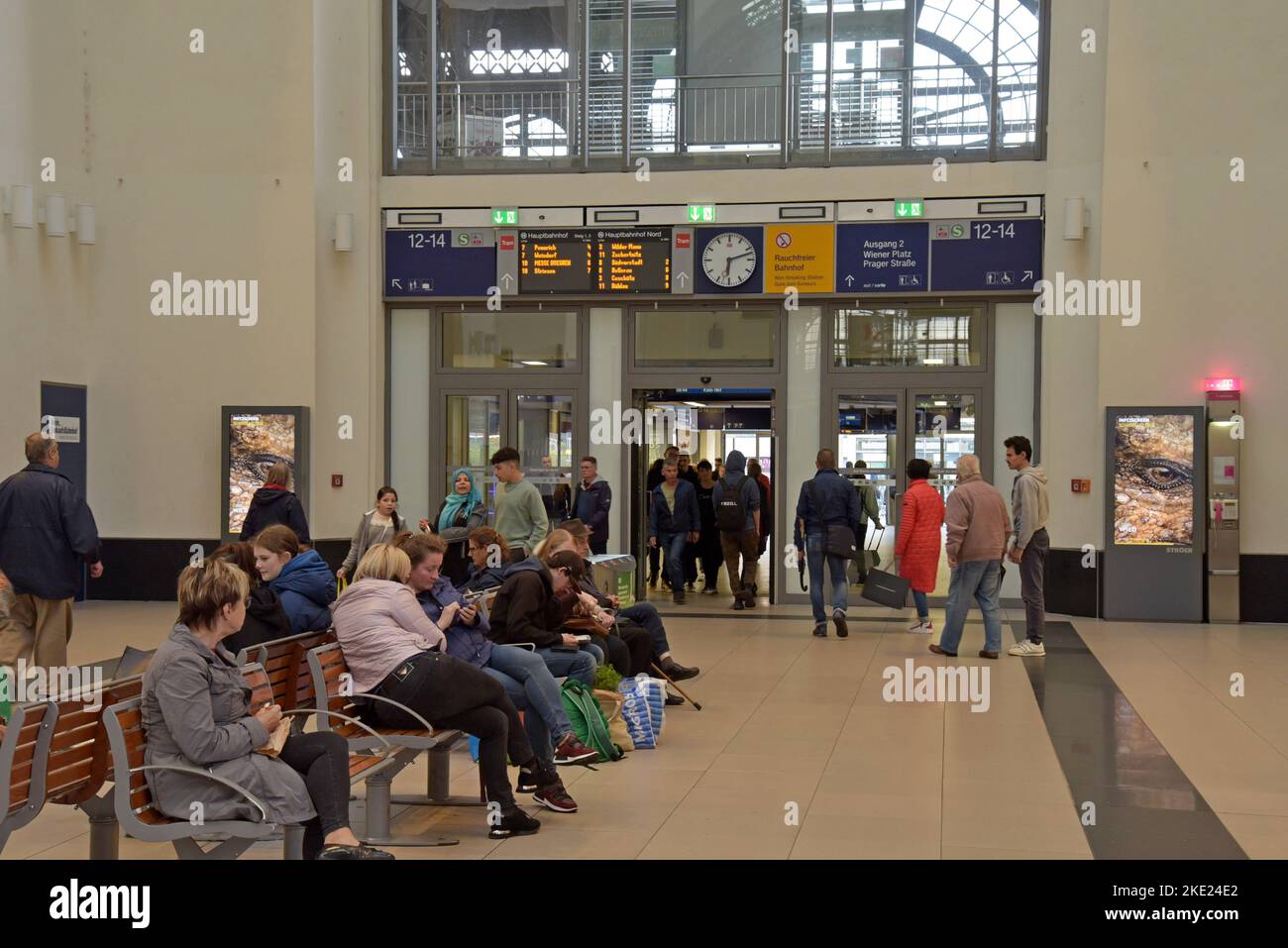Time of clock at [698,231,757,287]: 6:12
